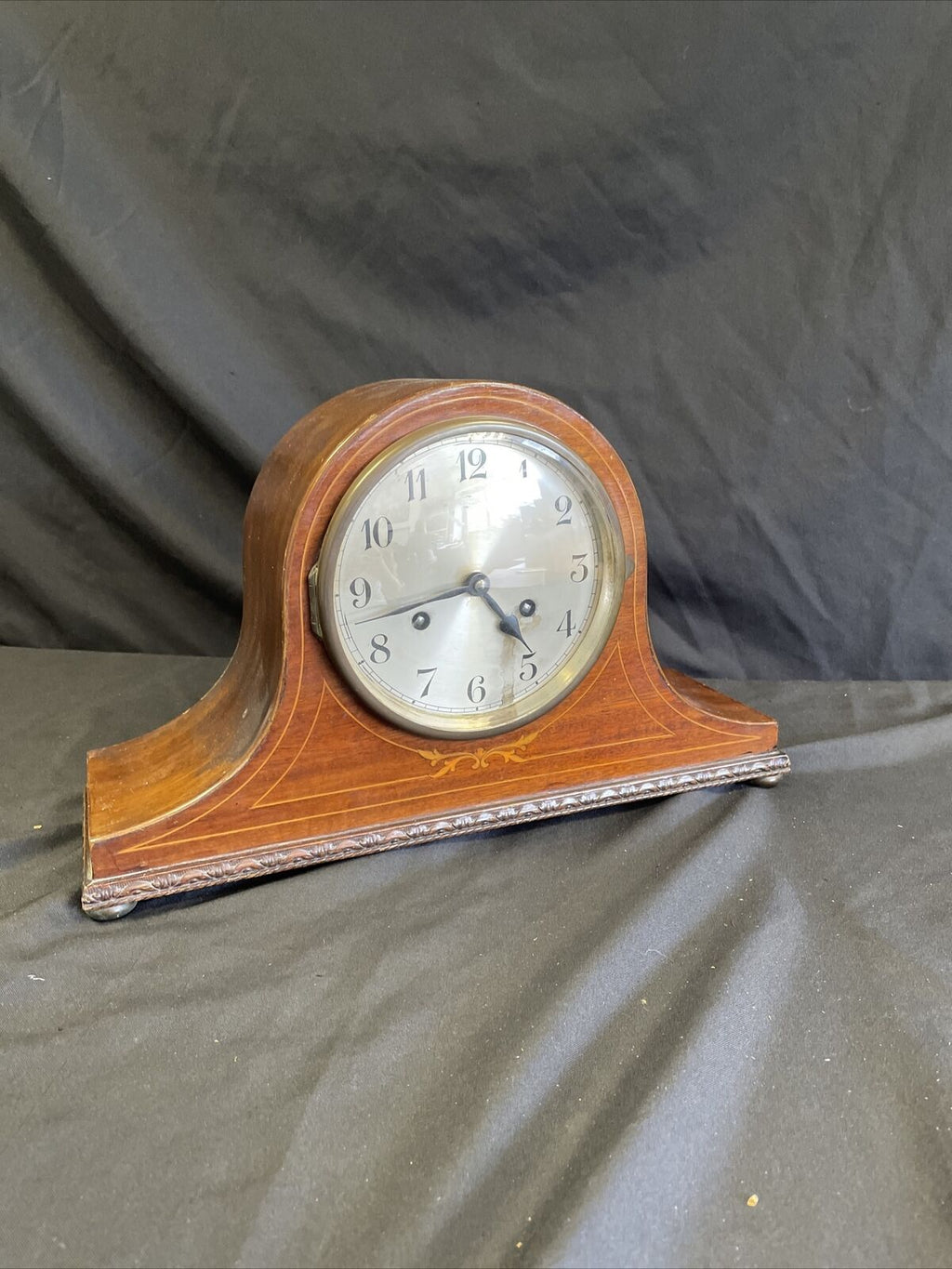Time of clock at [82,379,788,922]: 4:42
